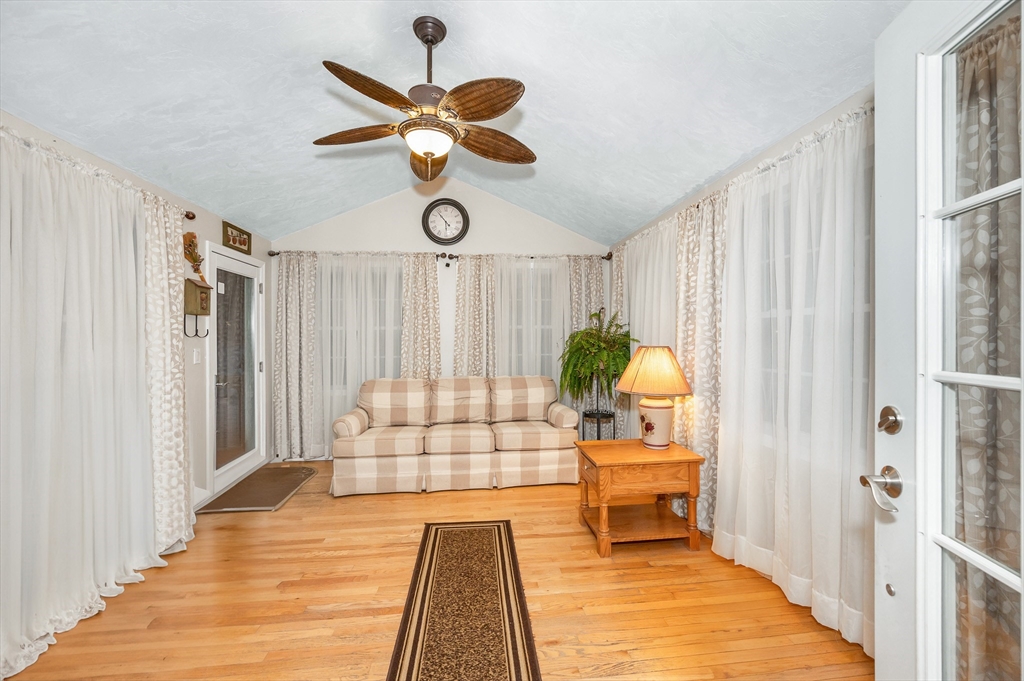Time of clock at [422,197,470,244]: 5:53
